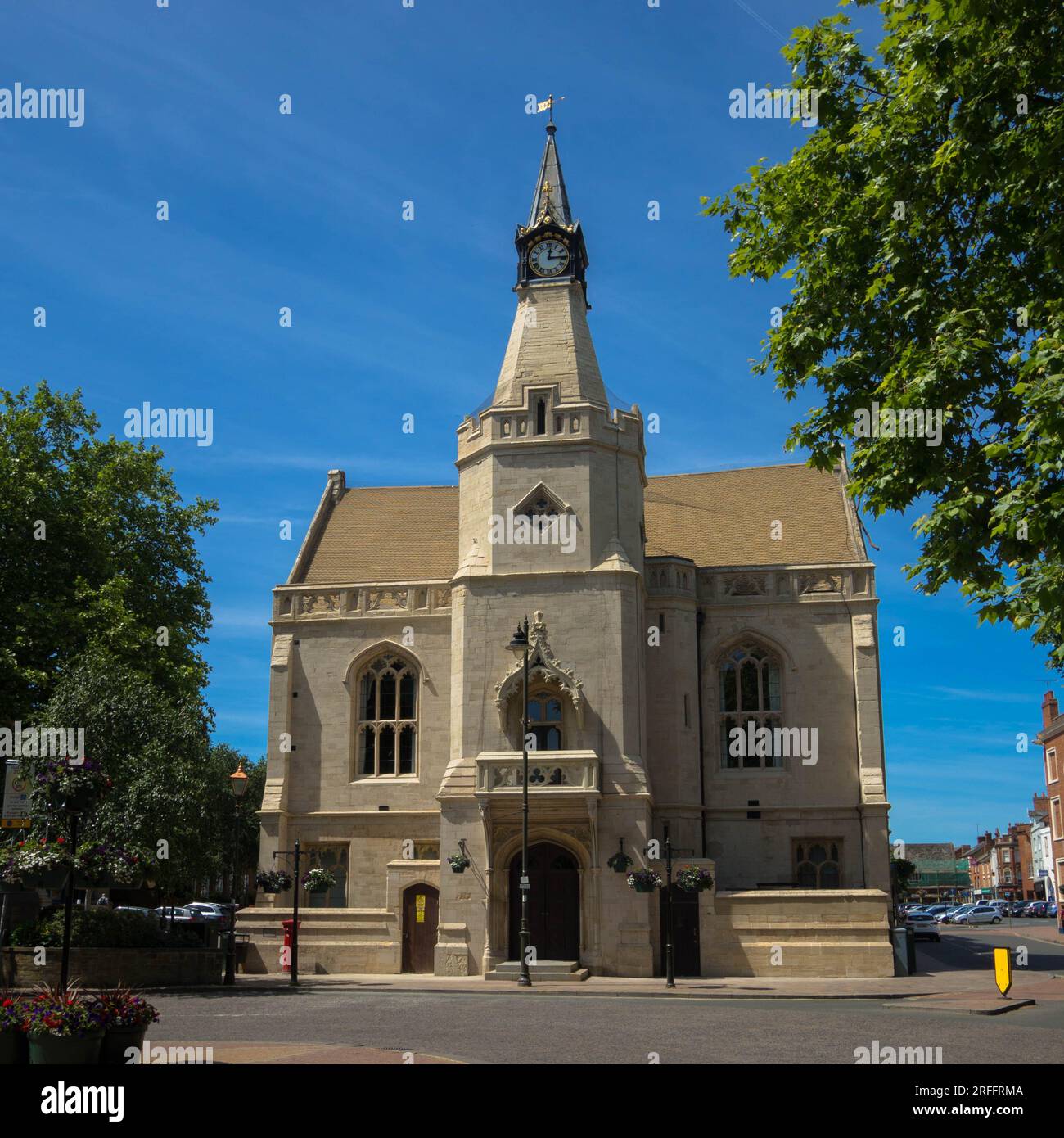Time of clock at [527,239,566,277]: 12:14
